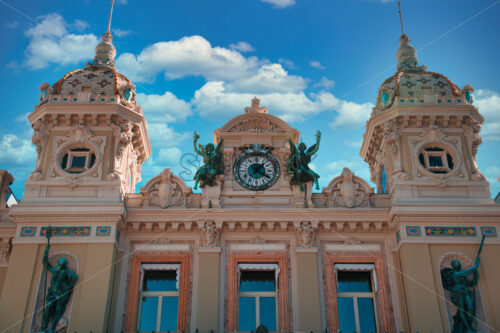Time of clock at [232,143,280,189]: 1:20
